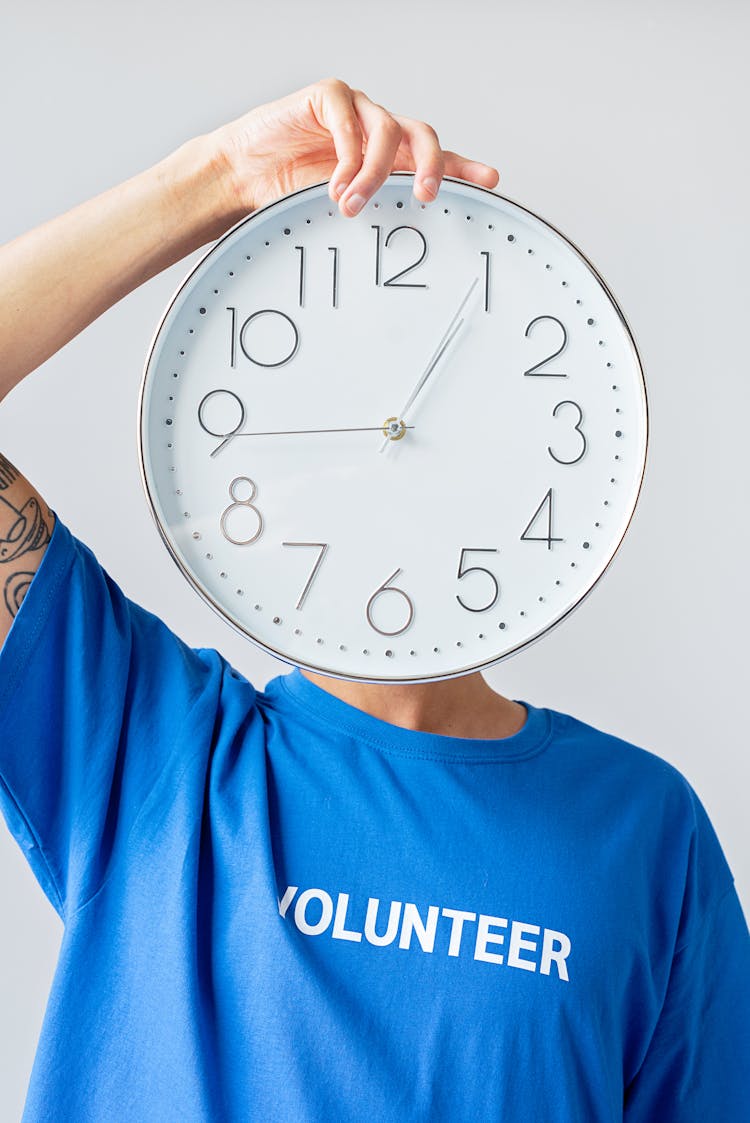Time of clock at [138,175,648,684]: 1:05
